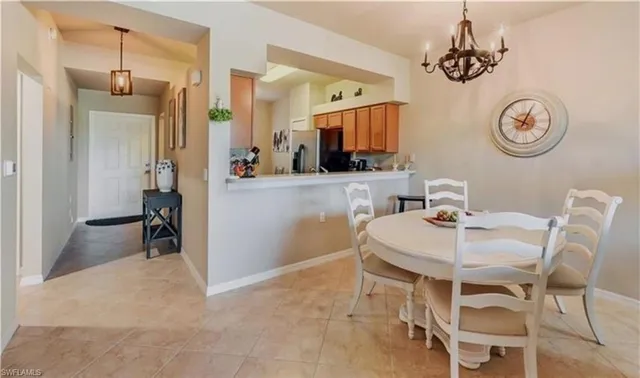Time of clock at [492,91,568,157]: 12:49
